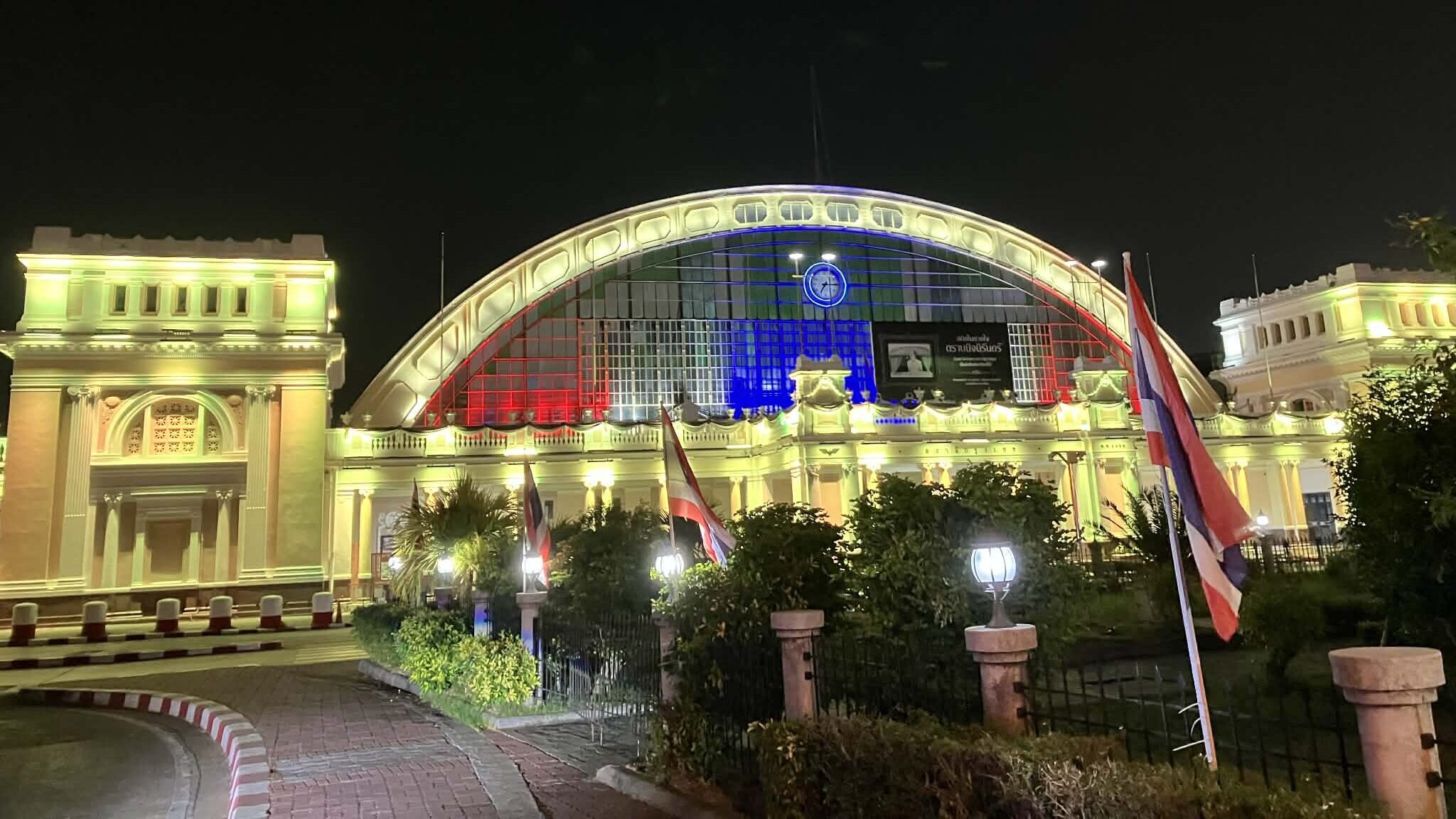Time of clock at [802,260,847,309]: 7:15
